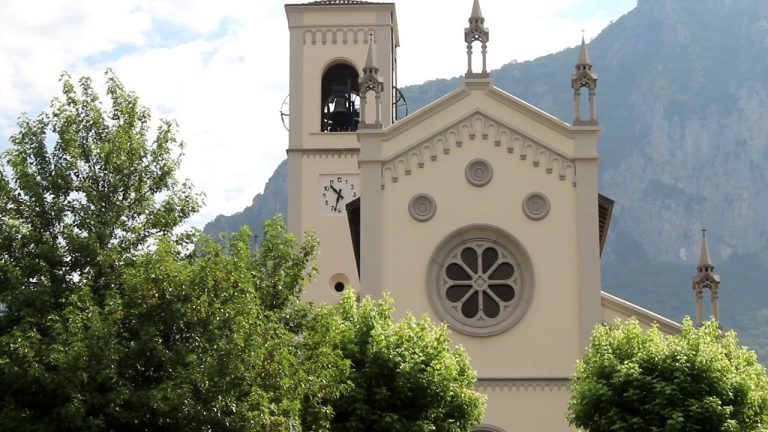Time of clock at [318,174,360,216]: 10:33
